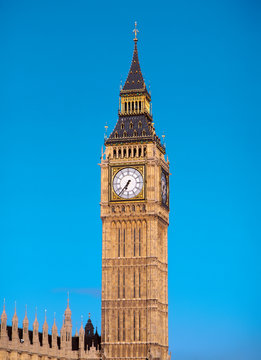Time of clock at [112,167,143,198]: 6:36
